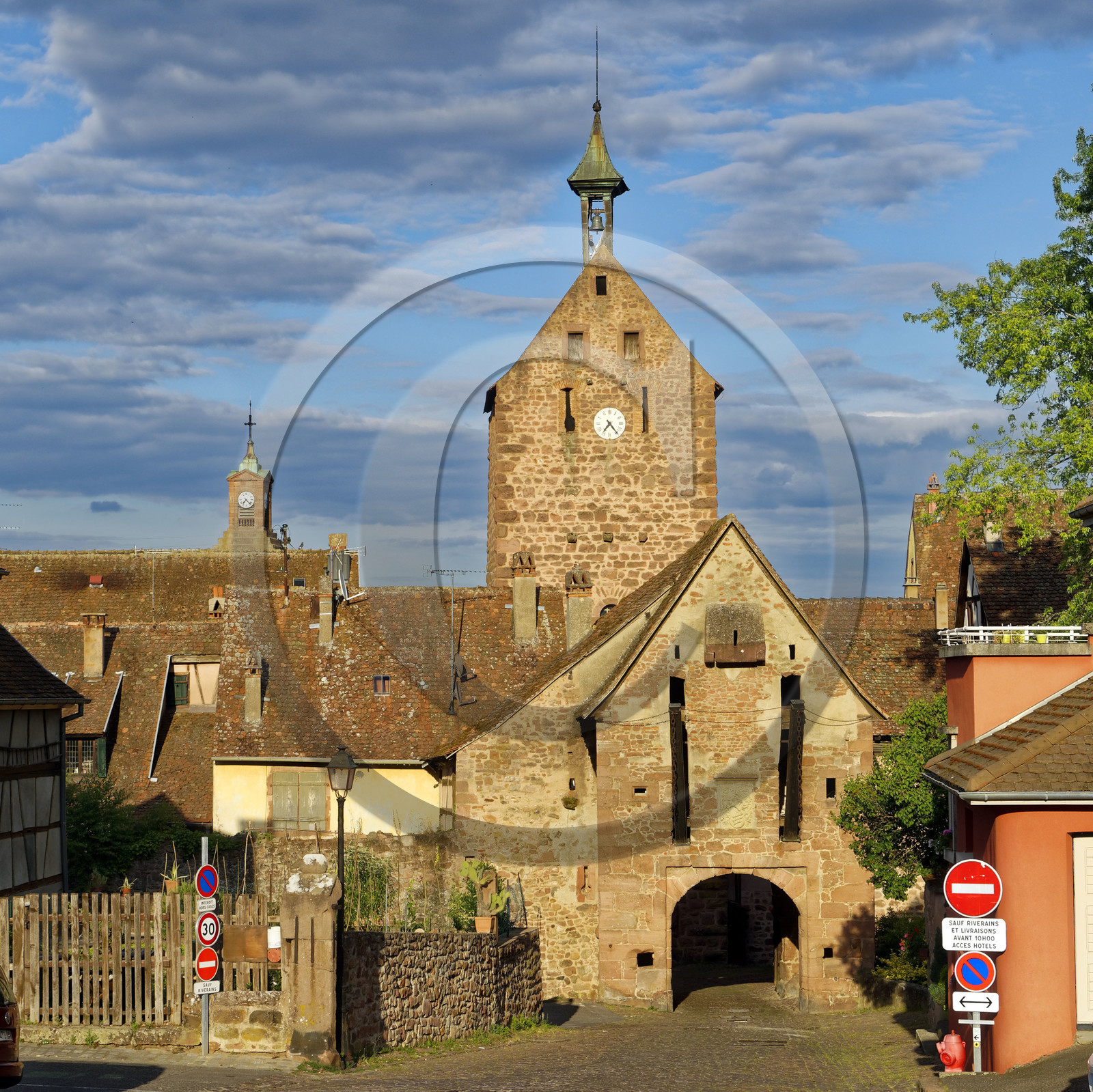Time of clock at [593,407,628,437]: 7:23
